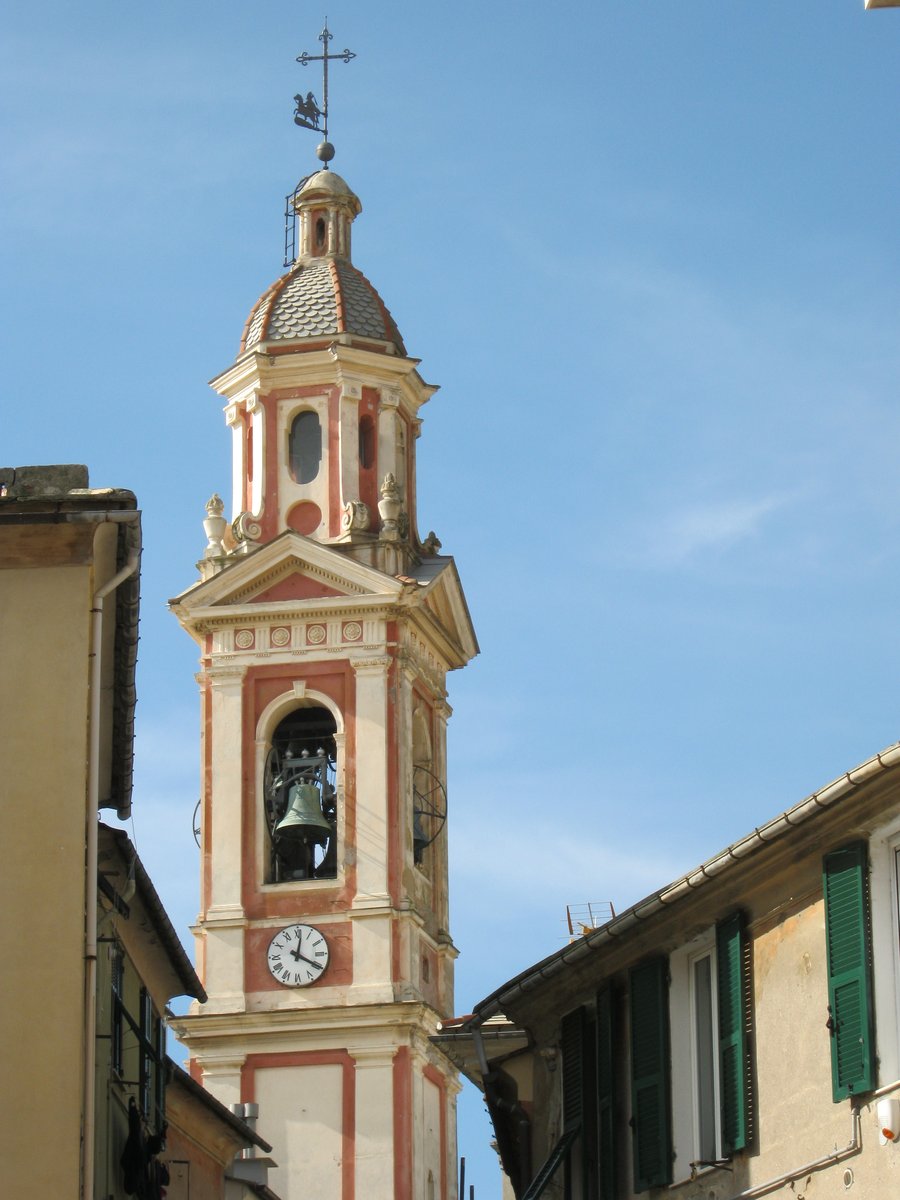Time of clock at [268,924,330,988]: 12:19
